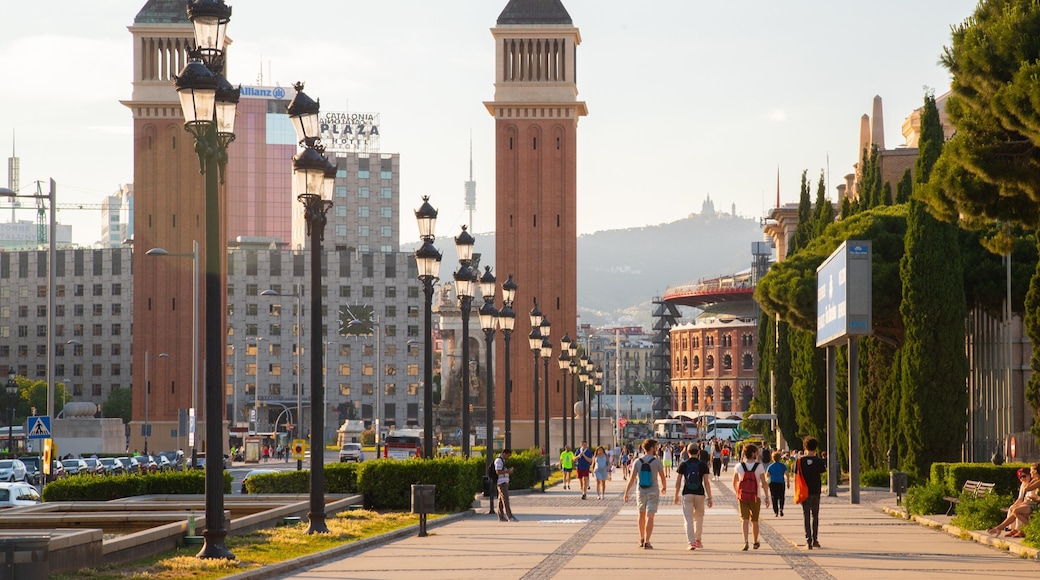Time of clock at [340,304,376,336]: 7:53
